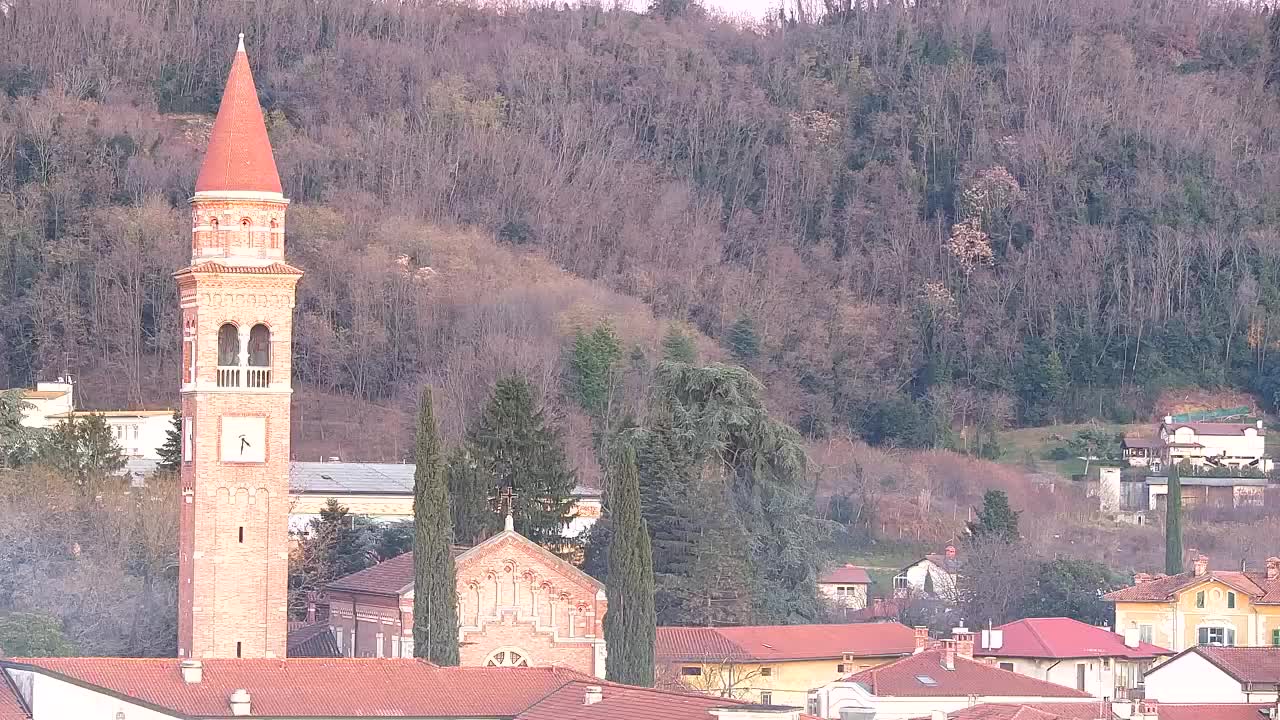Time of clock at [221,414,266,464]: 4:31
